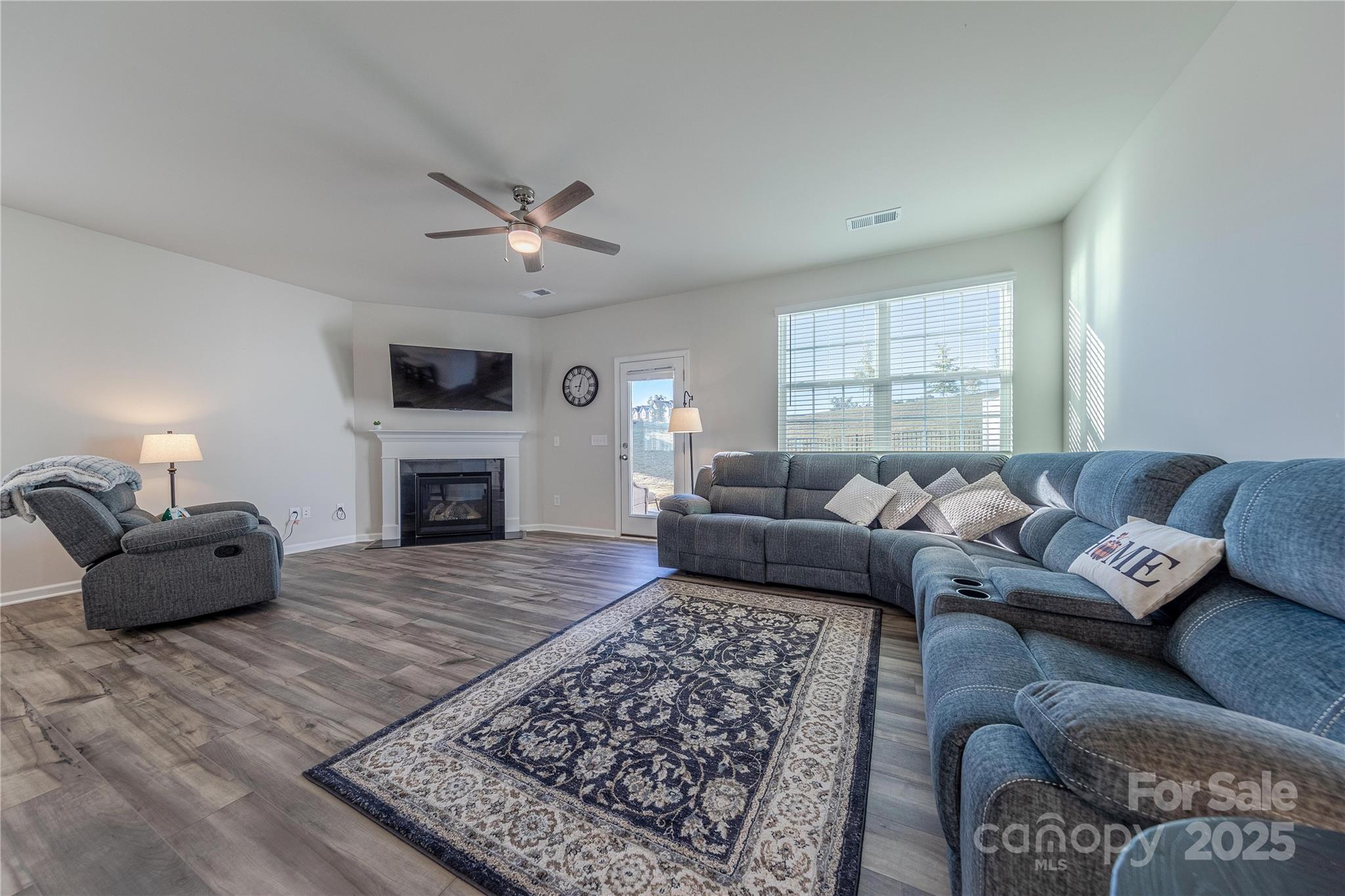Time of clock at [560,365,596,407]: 9:03
